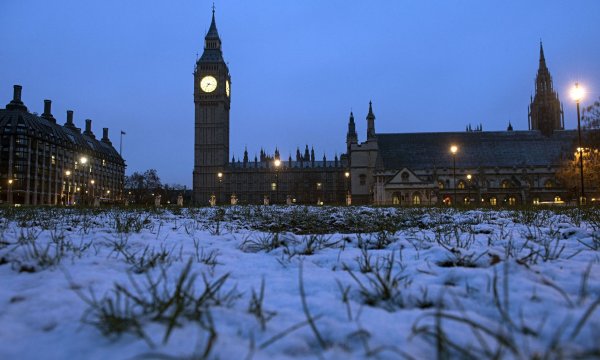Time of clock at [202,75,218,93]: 7:16
